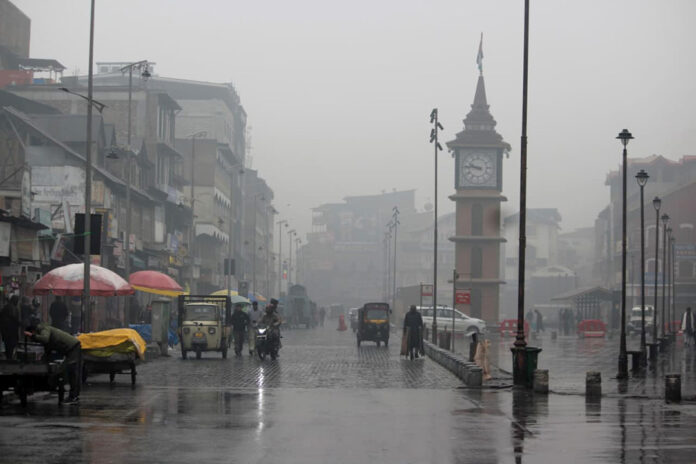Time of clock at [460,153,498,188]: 9:45
